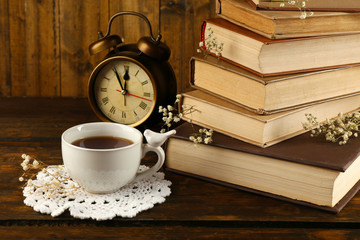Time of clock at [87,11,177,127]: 11:55
